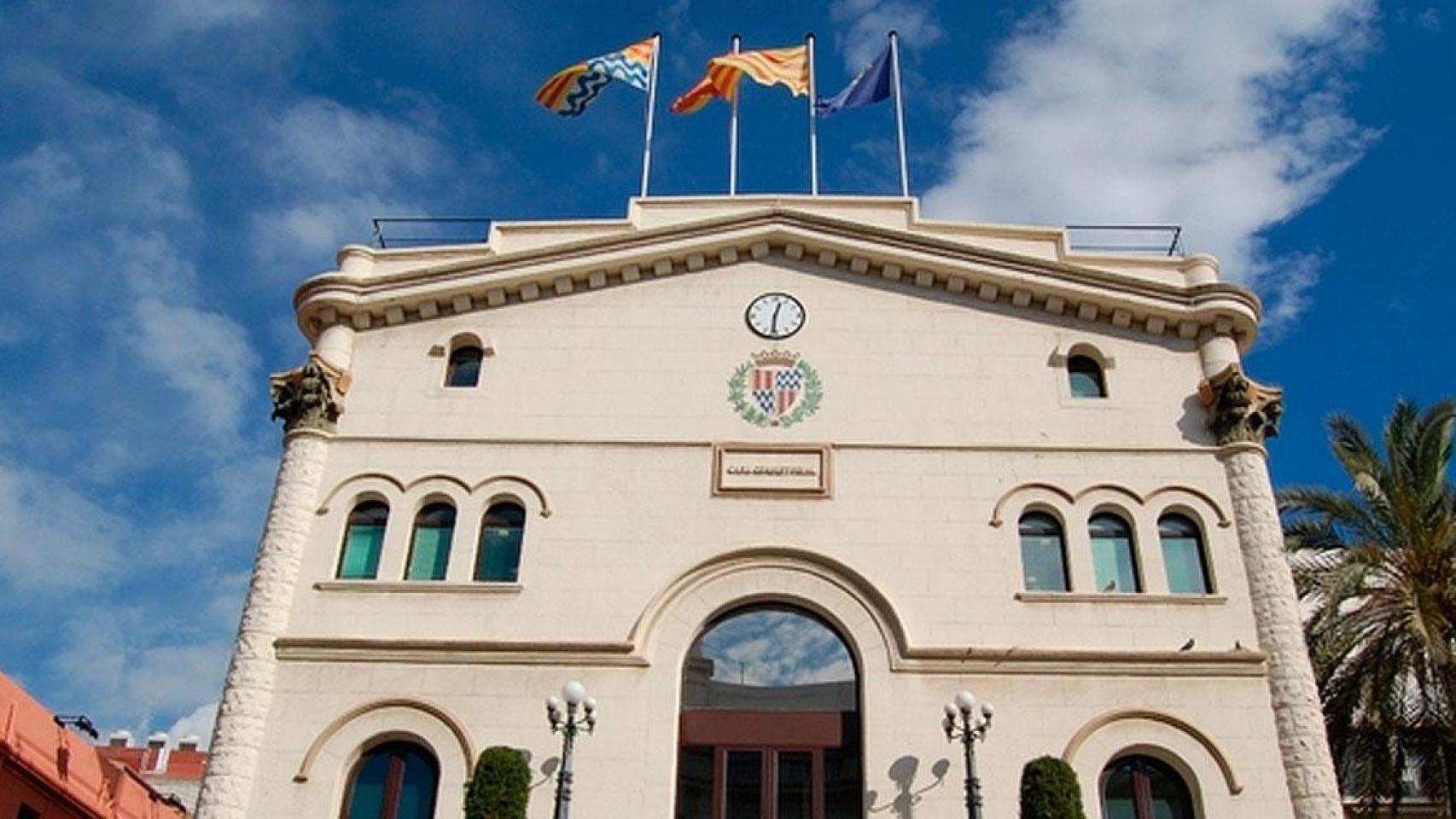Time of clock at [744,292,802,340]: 12:30
